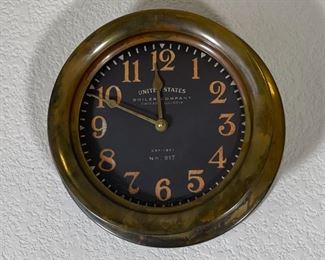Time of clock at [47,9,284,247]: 11:49
